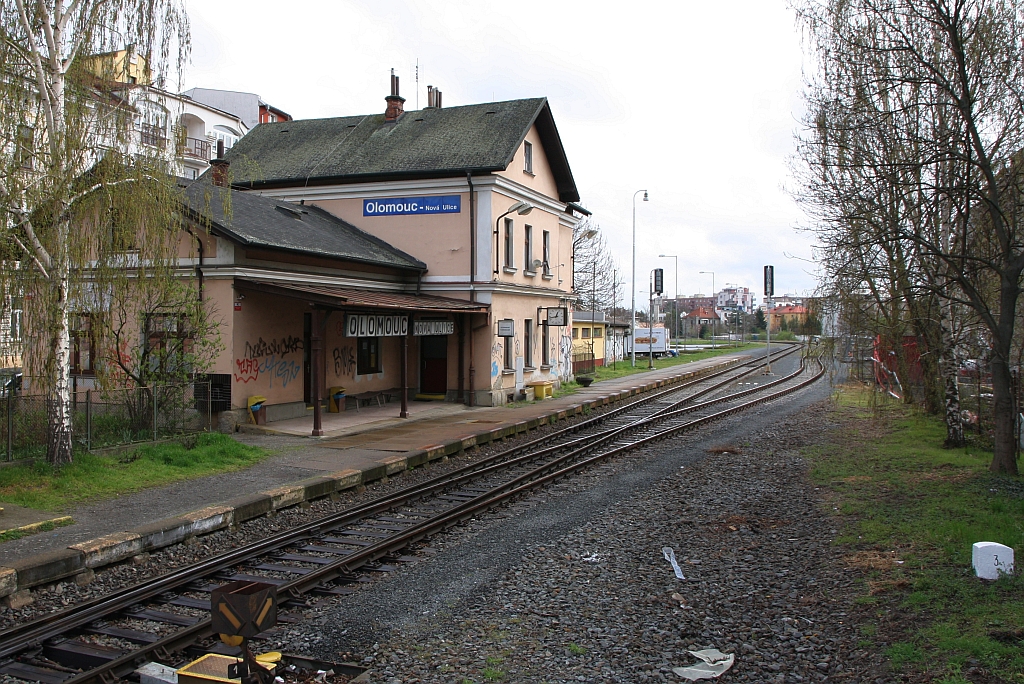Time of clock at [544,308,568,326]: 12:43
